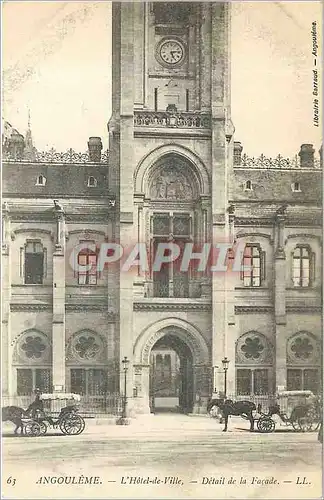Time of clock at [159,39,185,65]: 5:13
